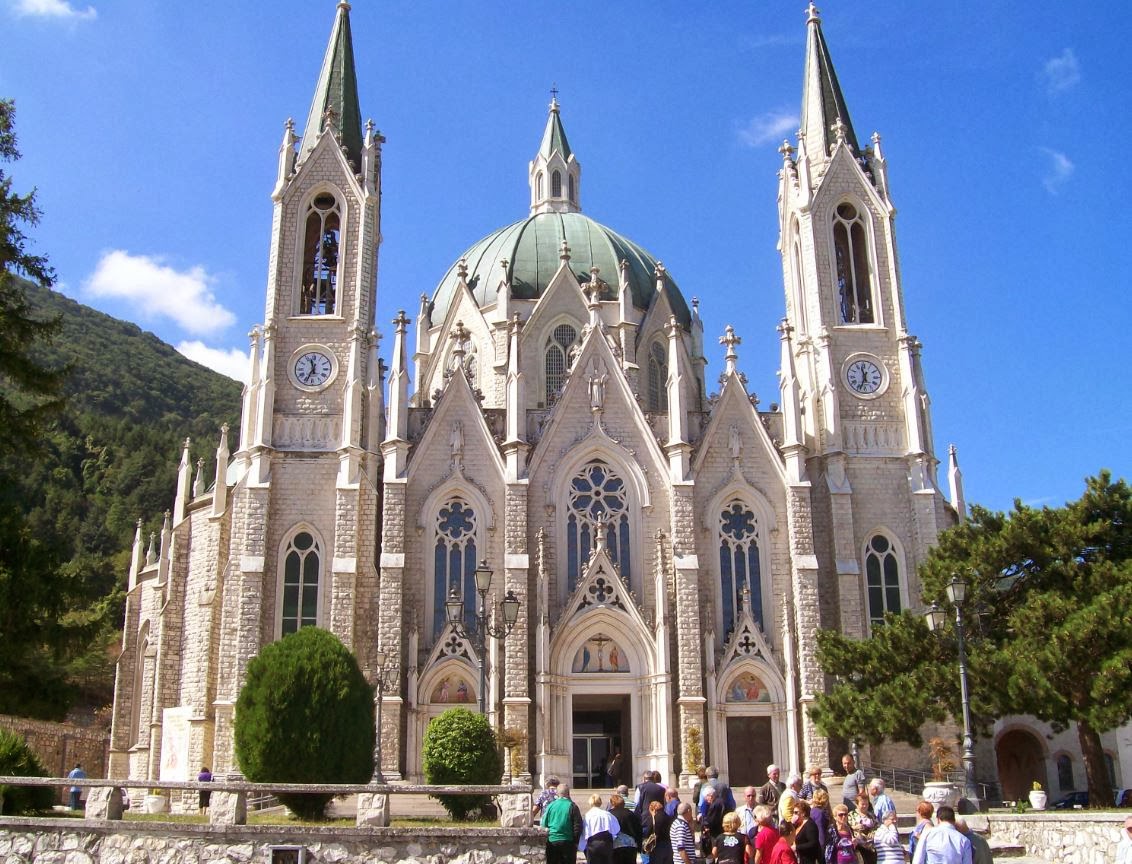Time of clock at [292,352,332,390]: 11:34
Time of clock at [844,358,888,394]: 11:33
